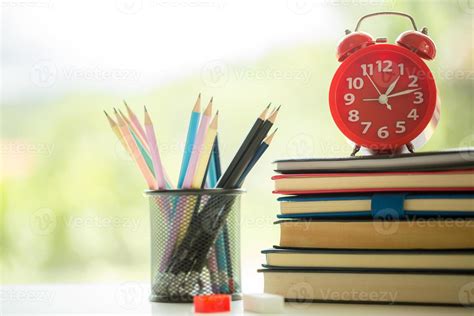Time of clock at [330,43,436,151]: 1:12
